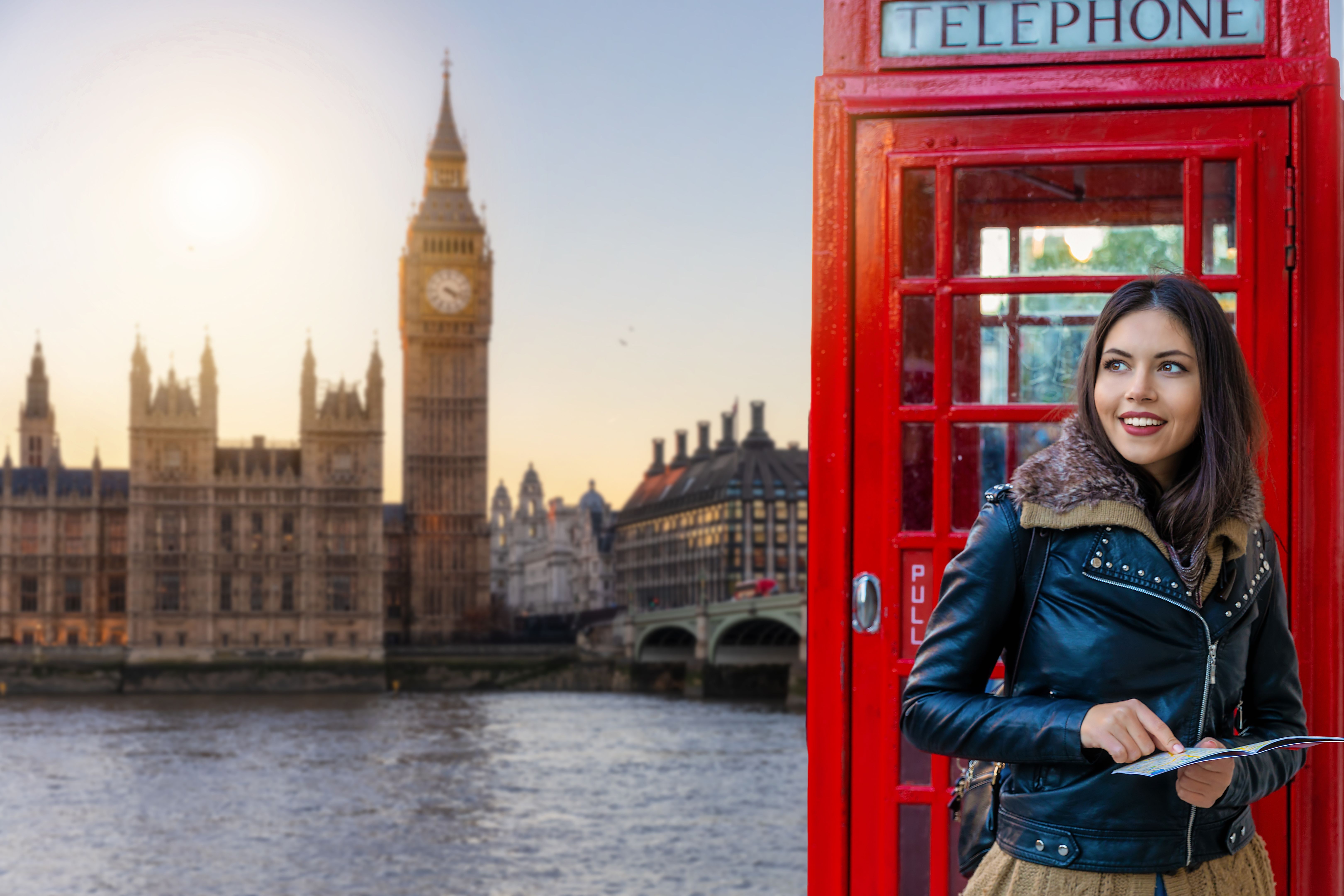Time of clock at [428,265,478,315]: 4:17
